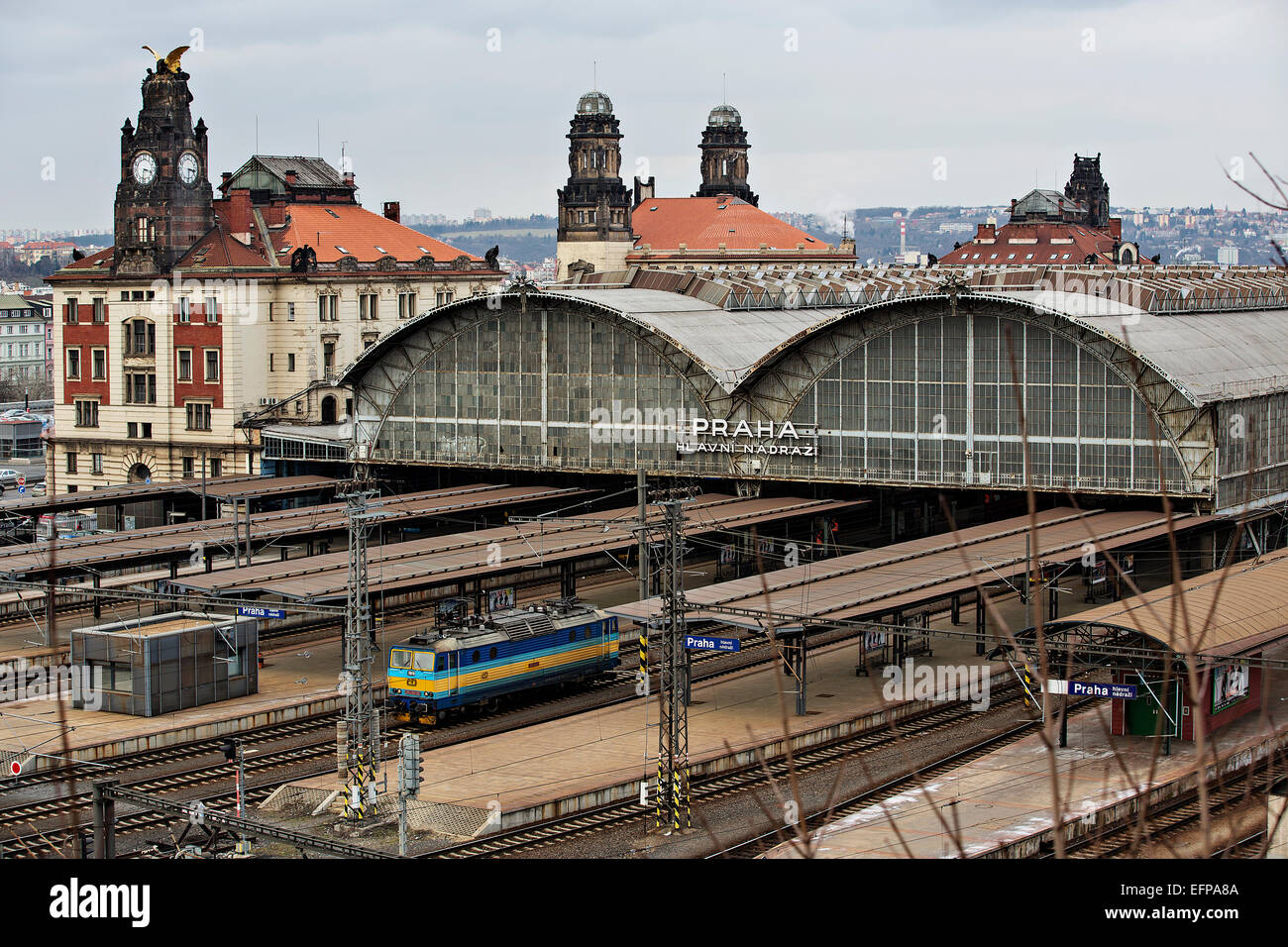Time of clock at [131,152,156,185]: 3:31
